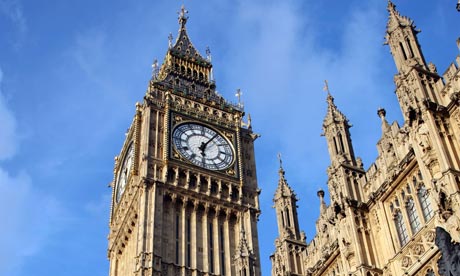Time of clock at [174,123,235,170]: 6:05
